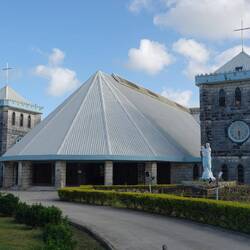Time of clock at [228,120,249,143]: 6:29
